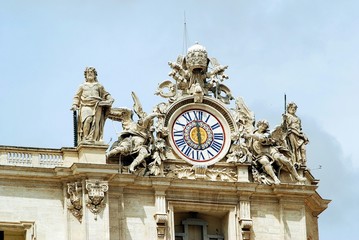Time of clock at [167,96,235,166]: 5:59
